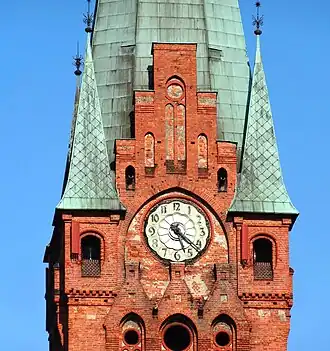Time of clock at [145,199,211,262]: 5:22
